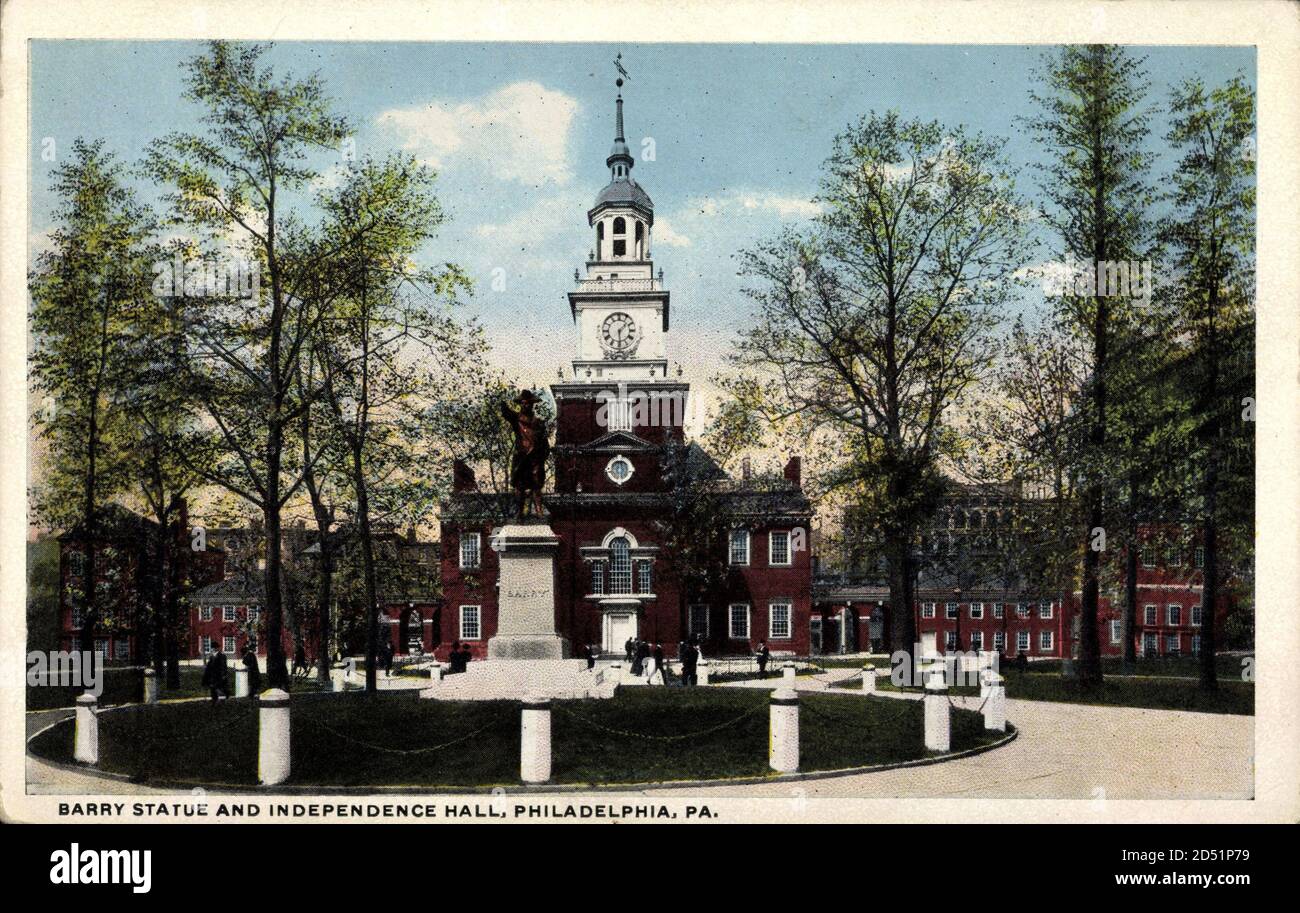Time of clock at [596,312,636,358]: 1:29
